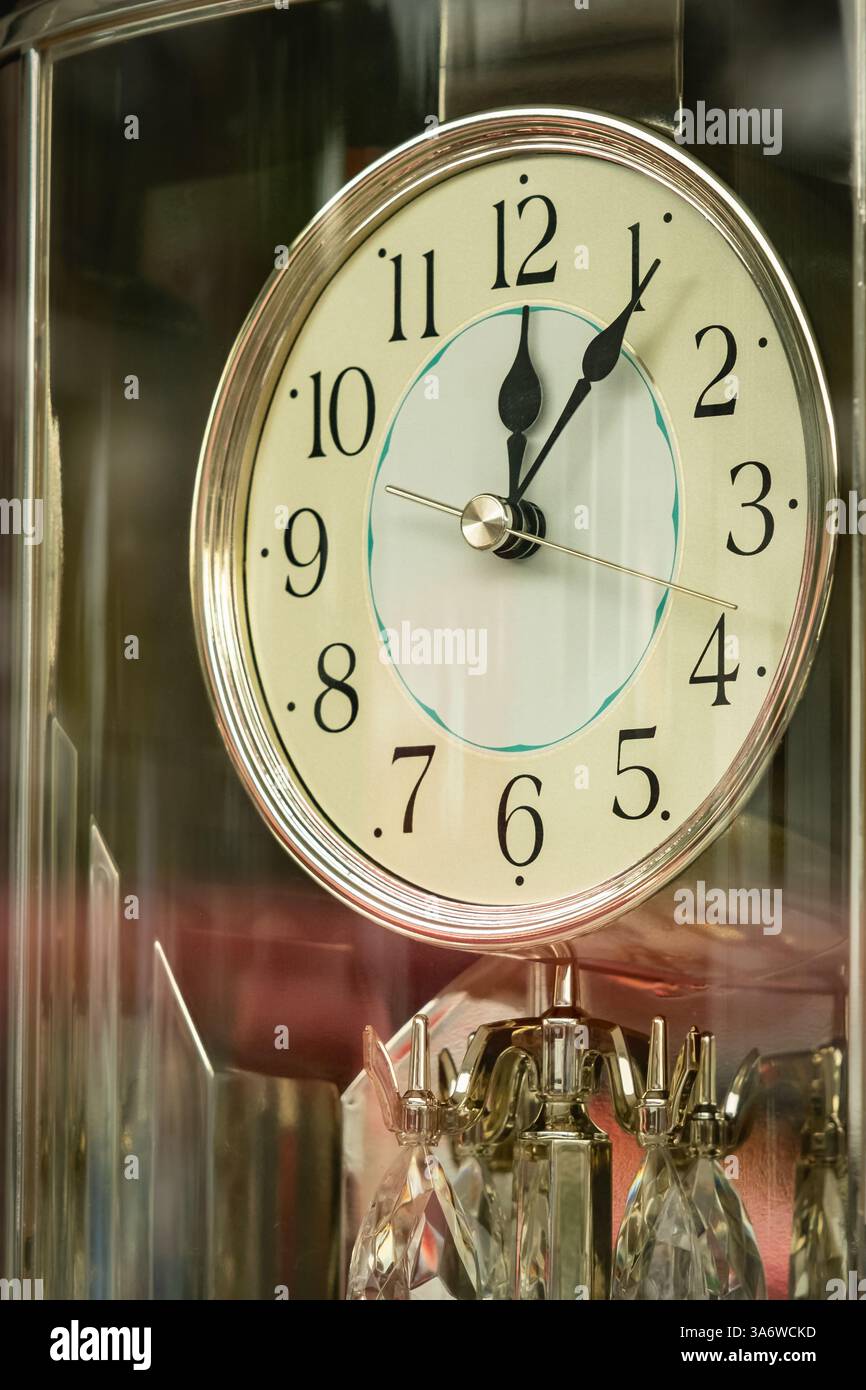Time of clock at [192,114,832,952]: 12:05
